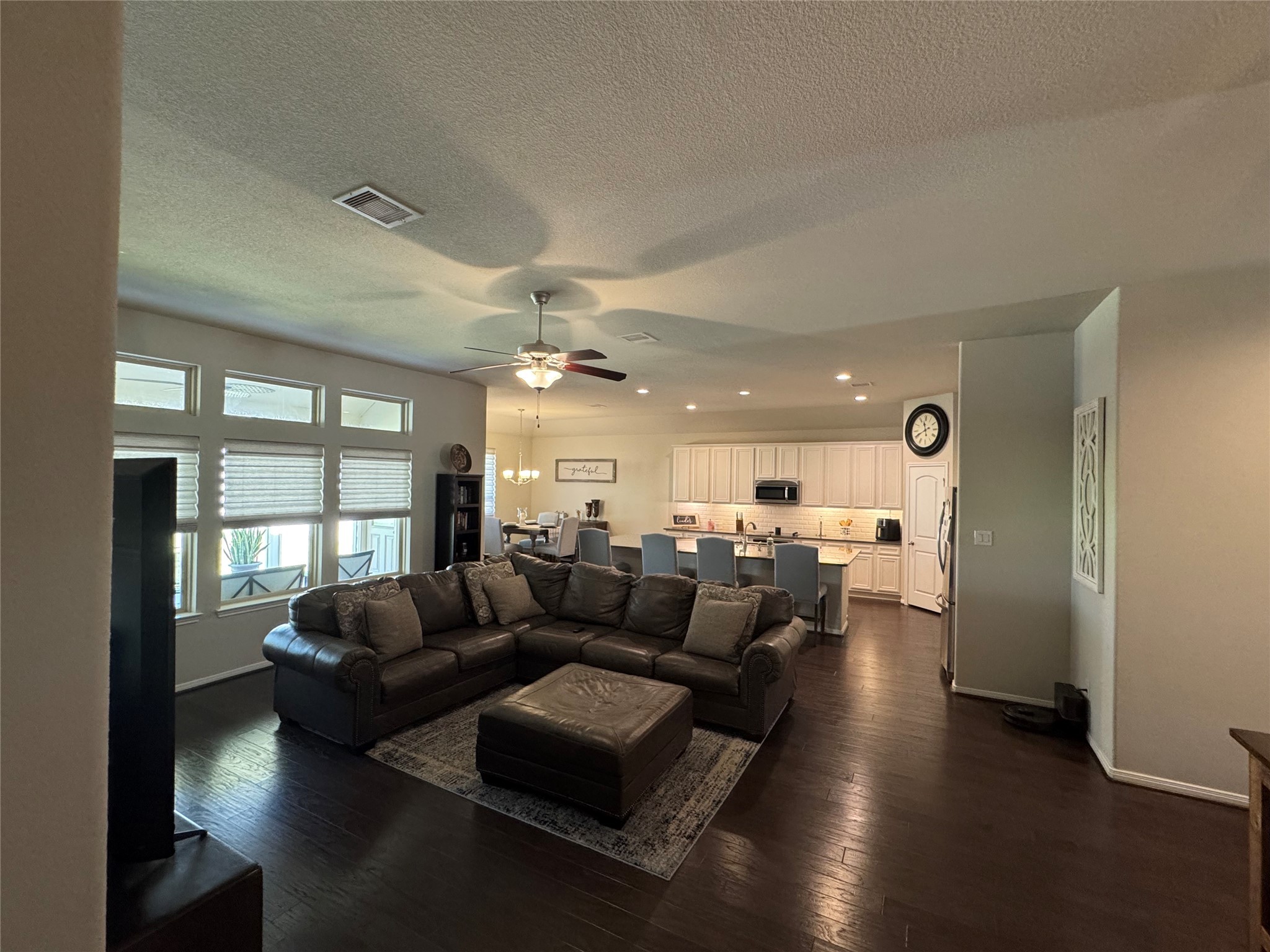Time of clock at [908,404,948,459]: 11:40
